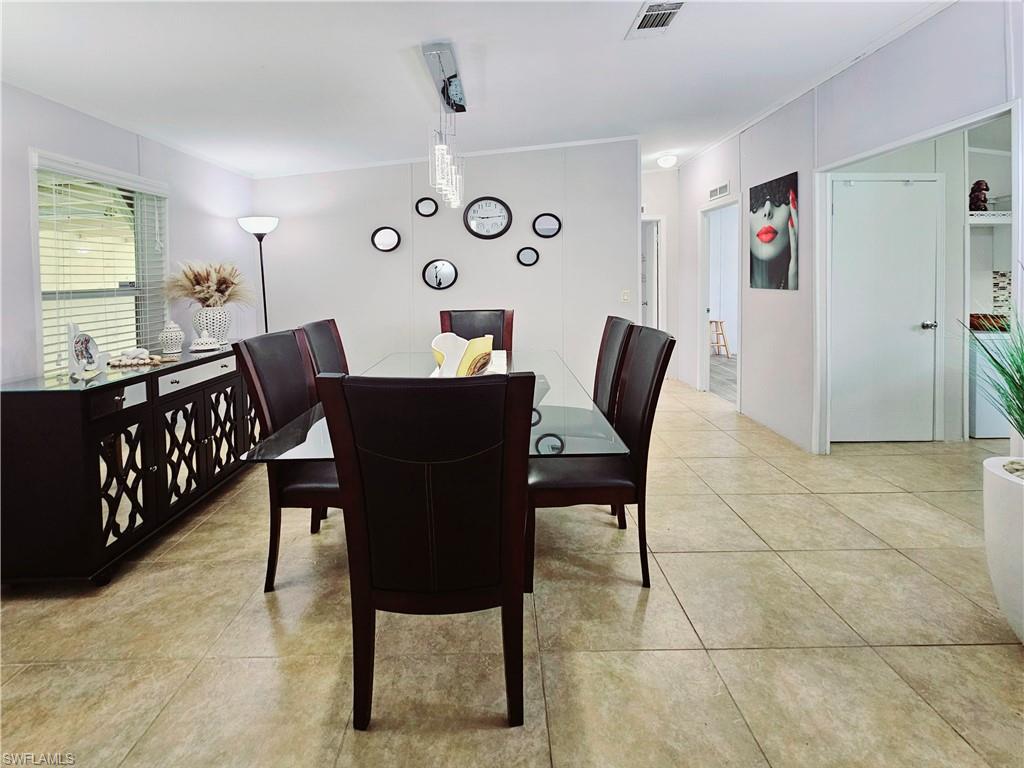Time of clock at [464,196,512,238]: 9:13
